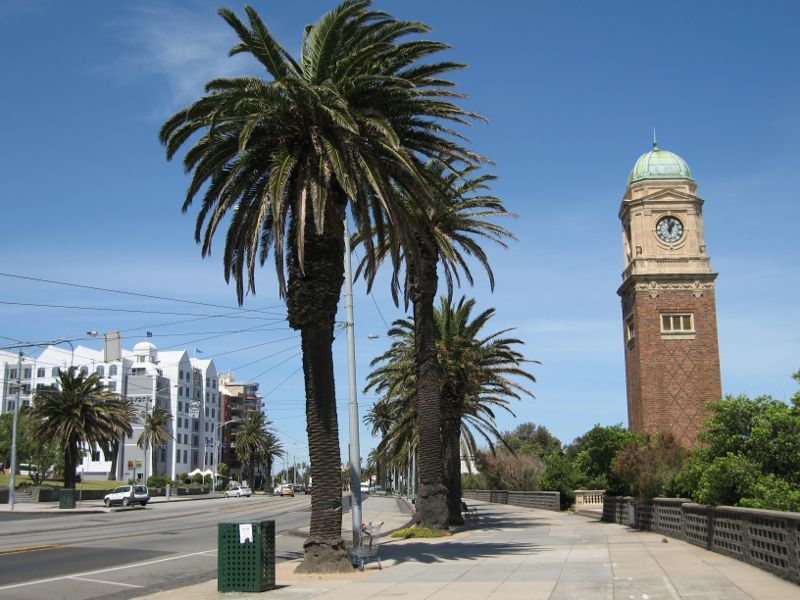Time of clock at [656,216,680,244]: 12:59
